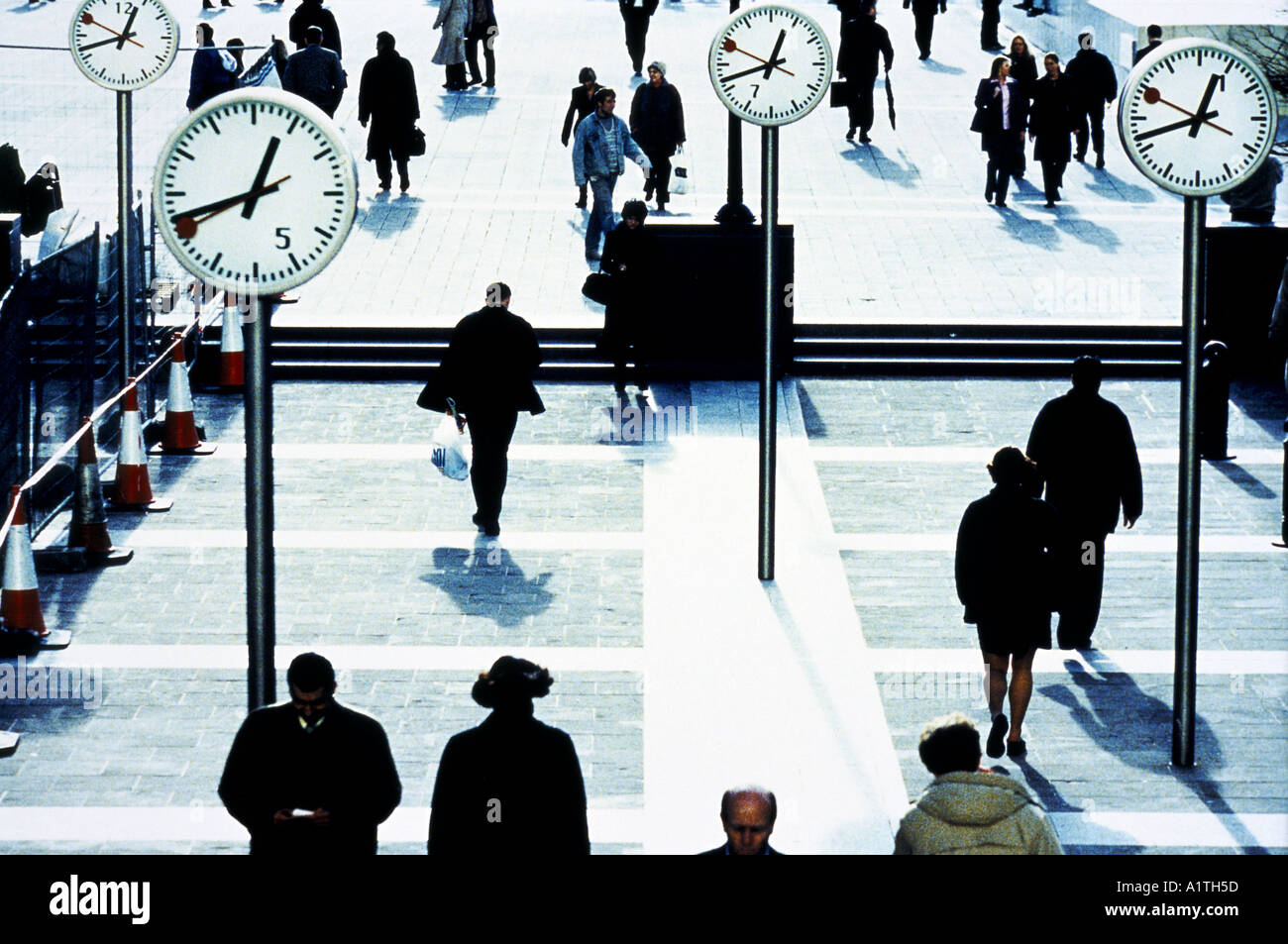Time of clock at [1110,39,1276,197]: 12:42
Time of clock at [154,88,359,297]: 12:42
